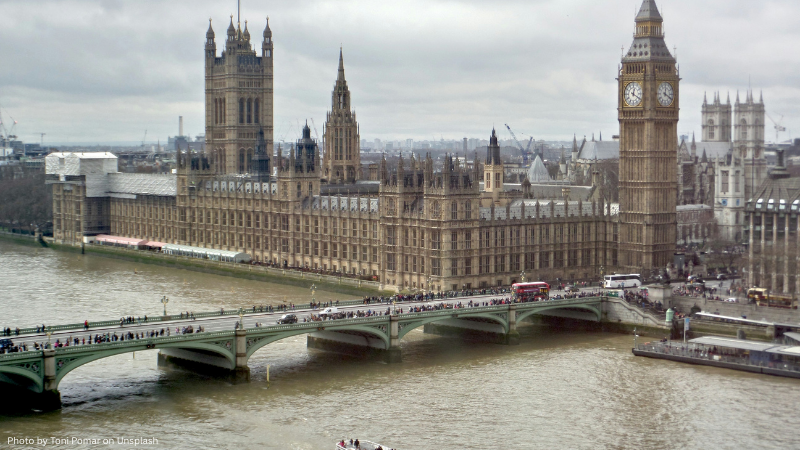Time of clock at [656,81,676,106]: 12:19
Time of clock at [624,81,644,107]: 12:19
